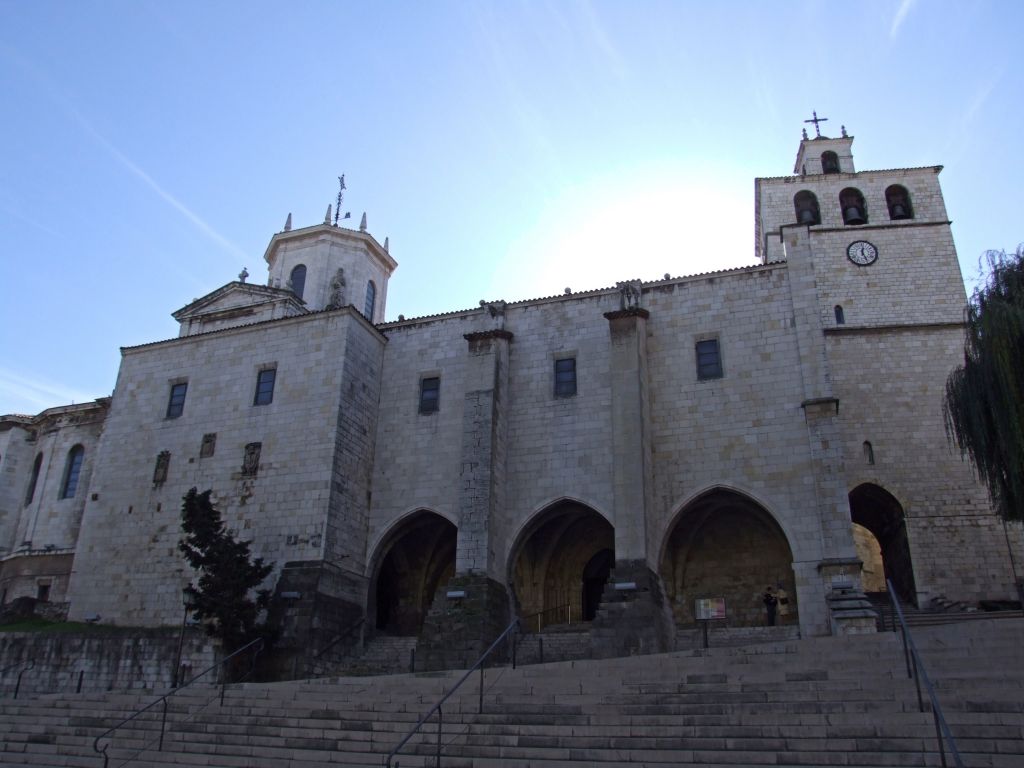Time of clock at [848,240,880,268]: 12:26
